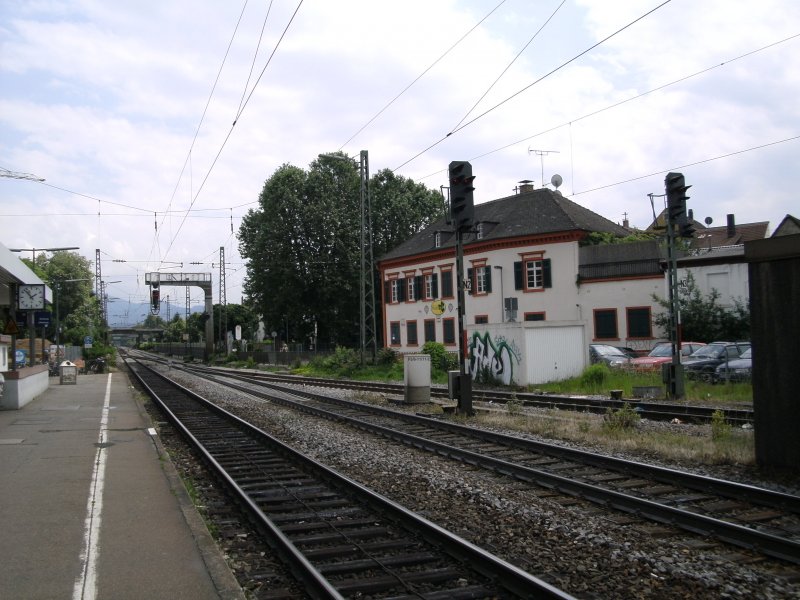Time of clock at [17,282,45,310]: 1:53
